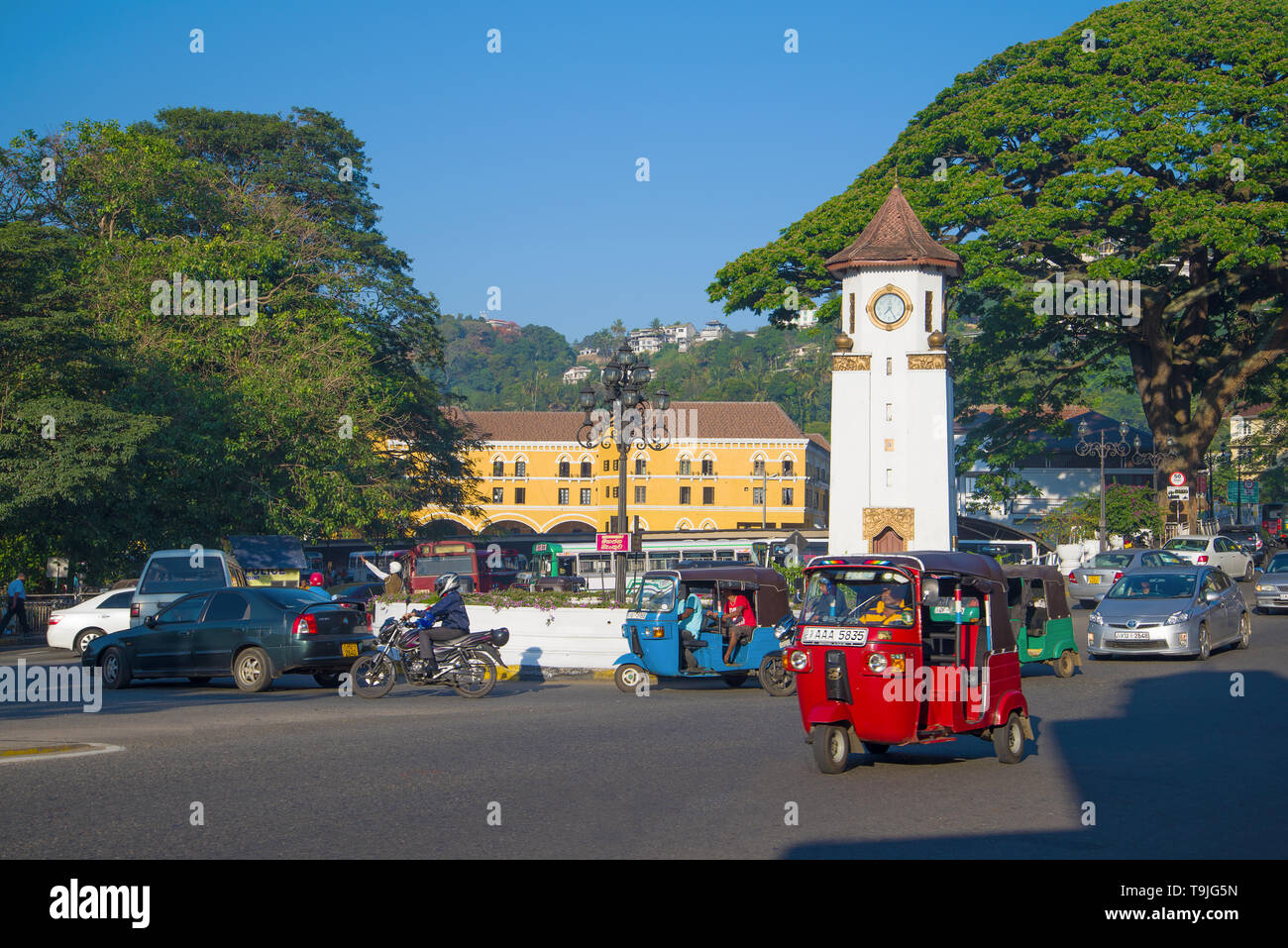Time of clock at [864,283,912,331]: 7:24
